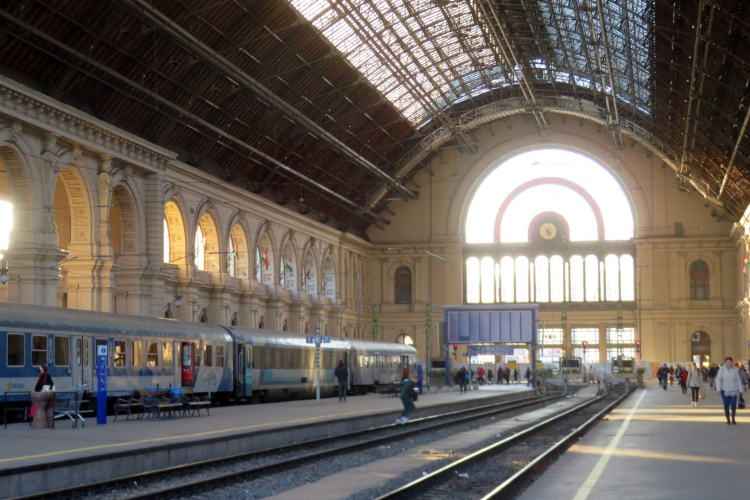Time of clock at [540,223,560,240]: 4:26
